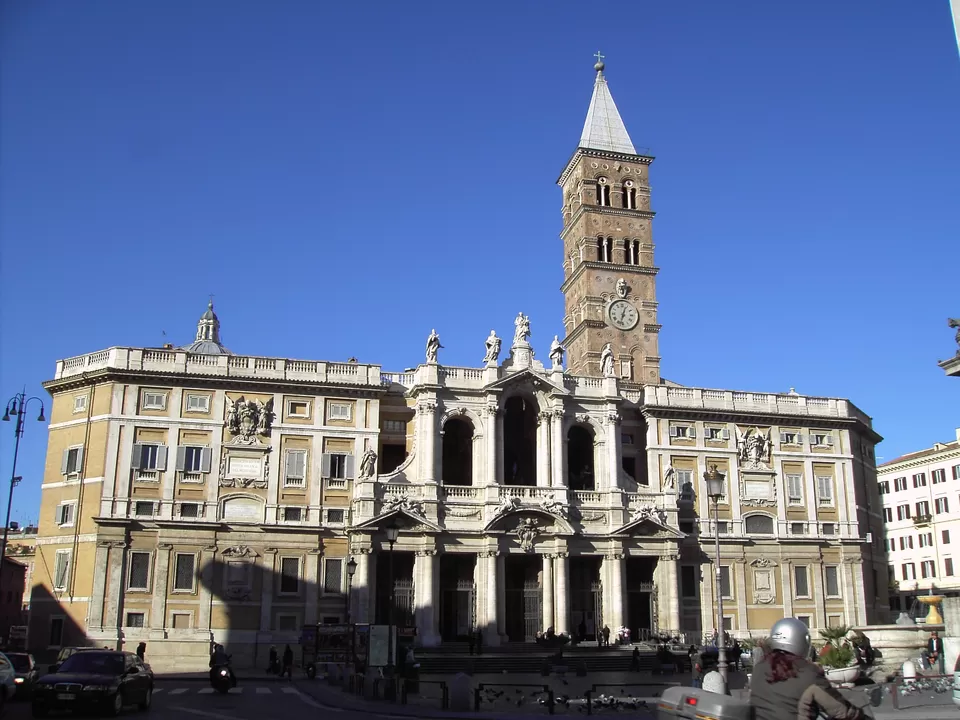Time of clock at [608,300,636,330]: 12:32
